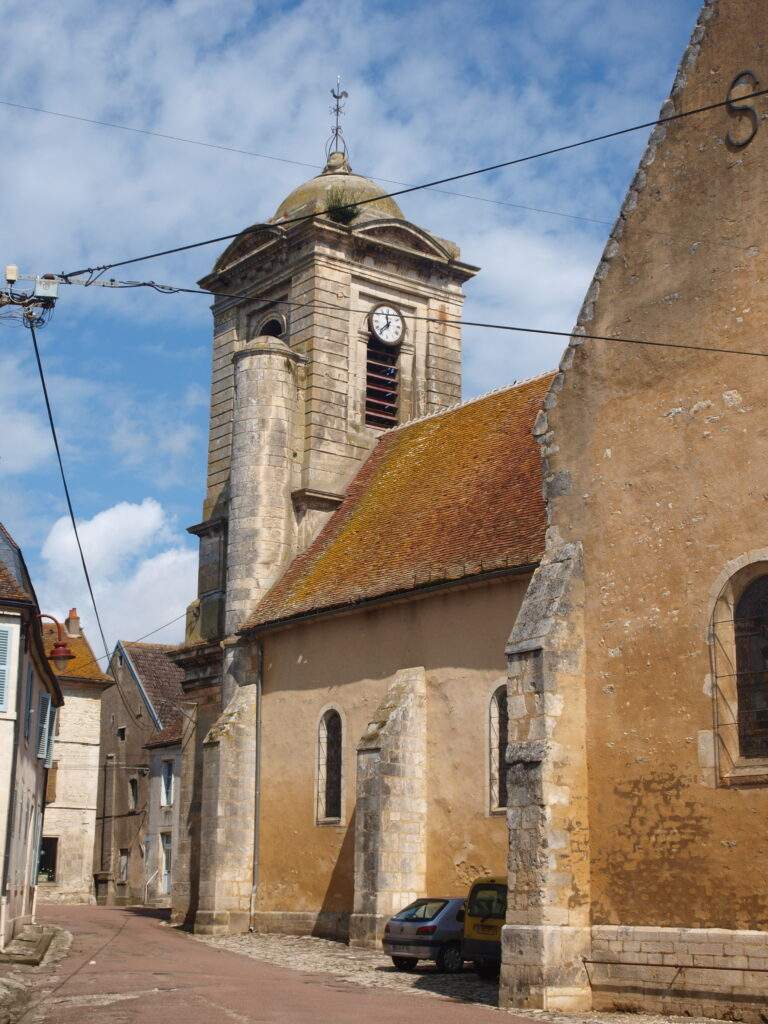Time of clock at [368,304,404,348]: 11:37
